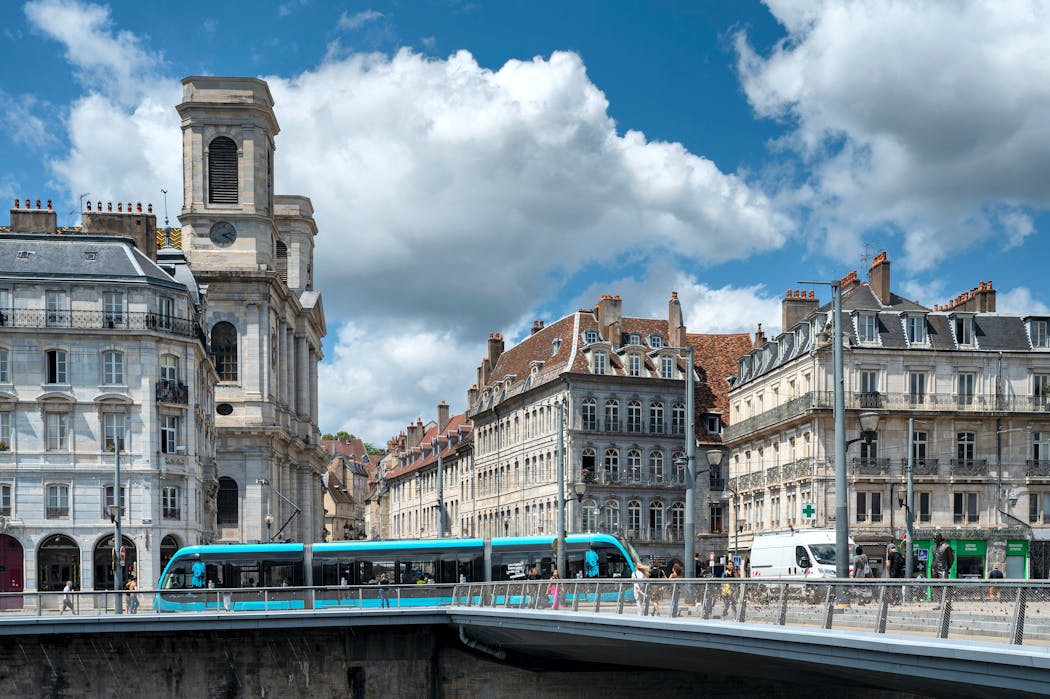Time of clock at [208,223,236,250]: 2:21
